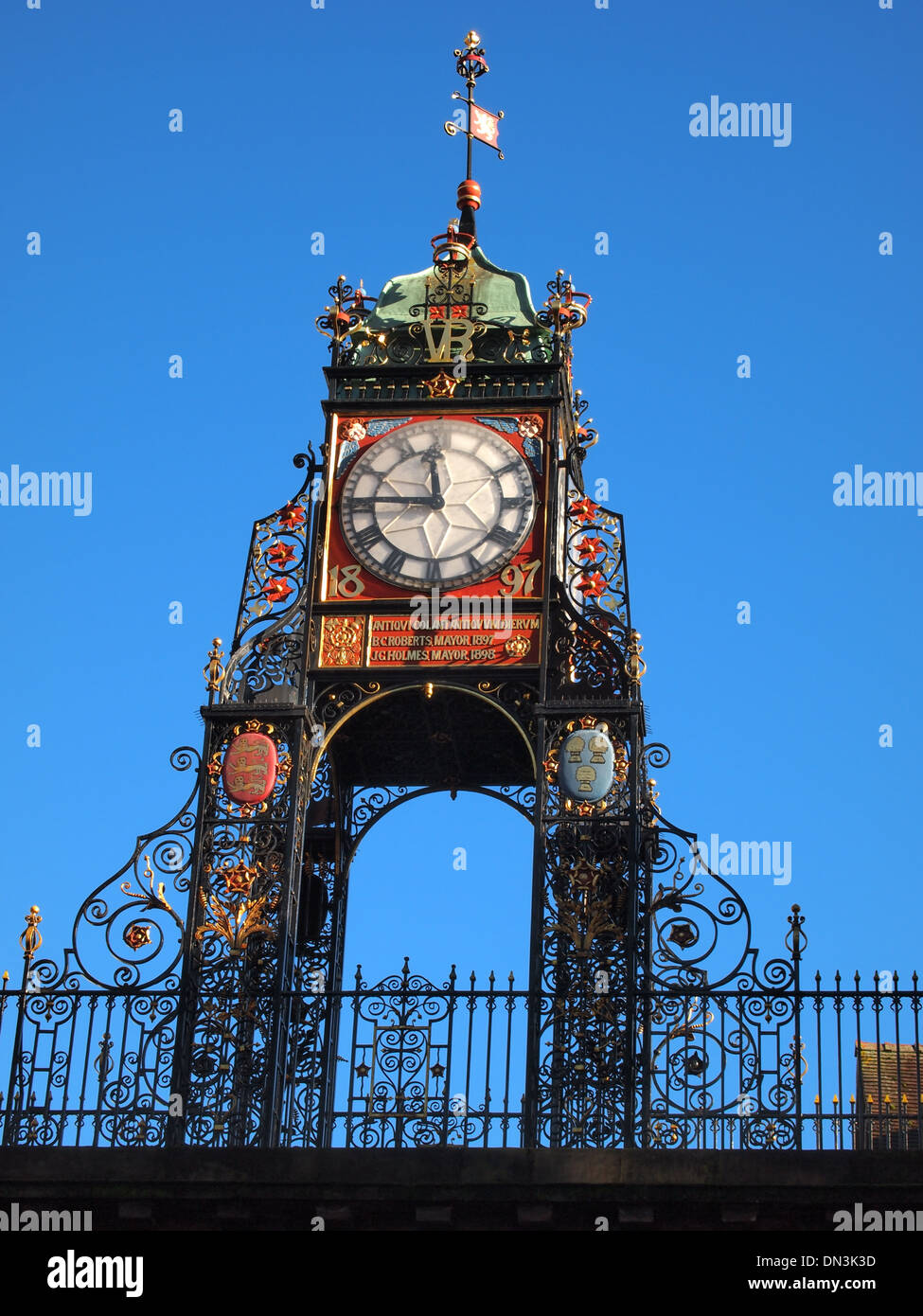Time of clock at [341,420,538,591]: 11:45
